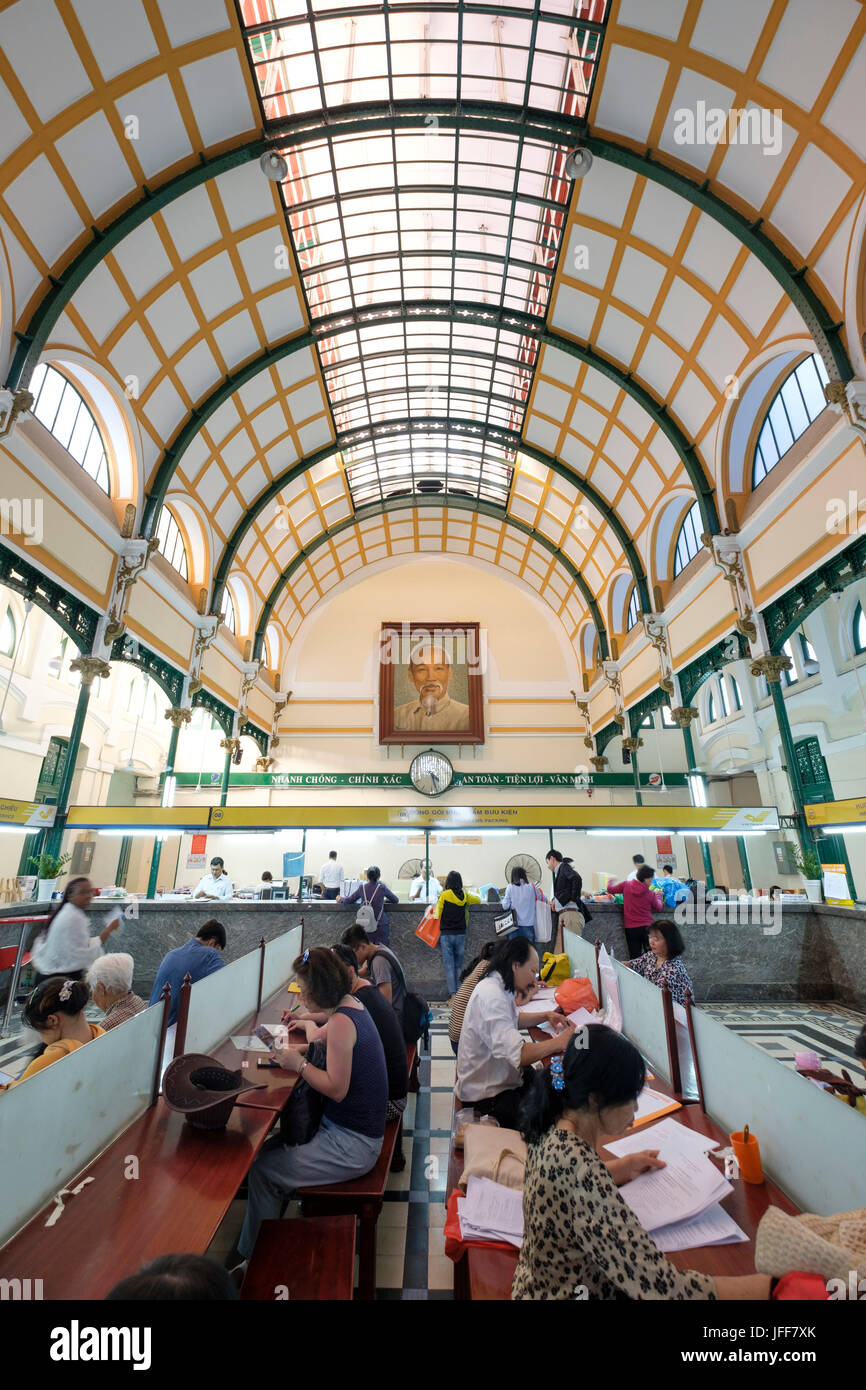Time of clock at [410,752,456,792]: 4:27
